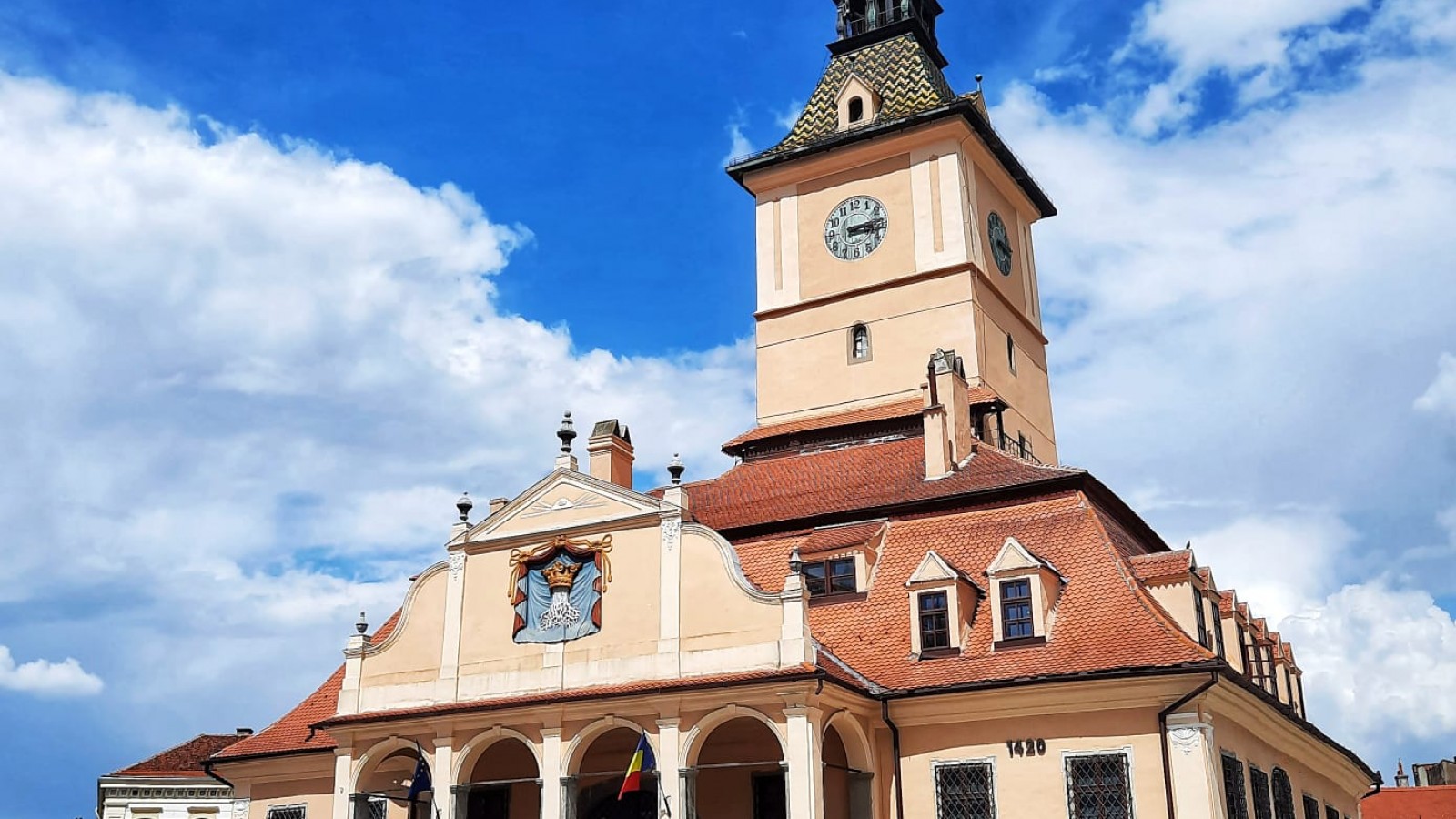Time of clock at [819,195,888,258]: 3:14
